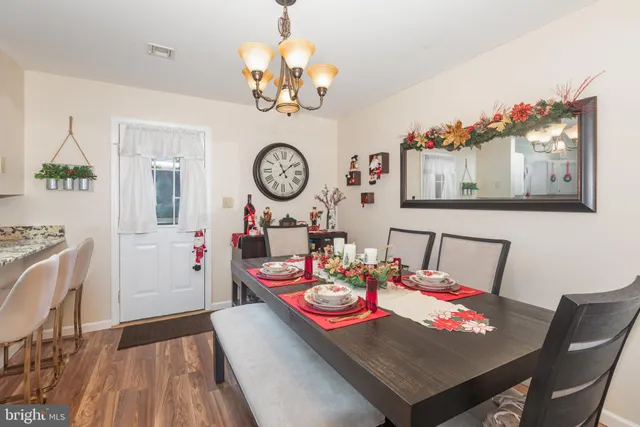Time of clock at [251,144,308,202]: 11:08
